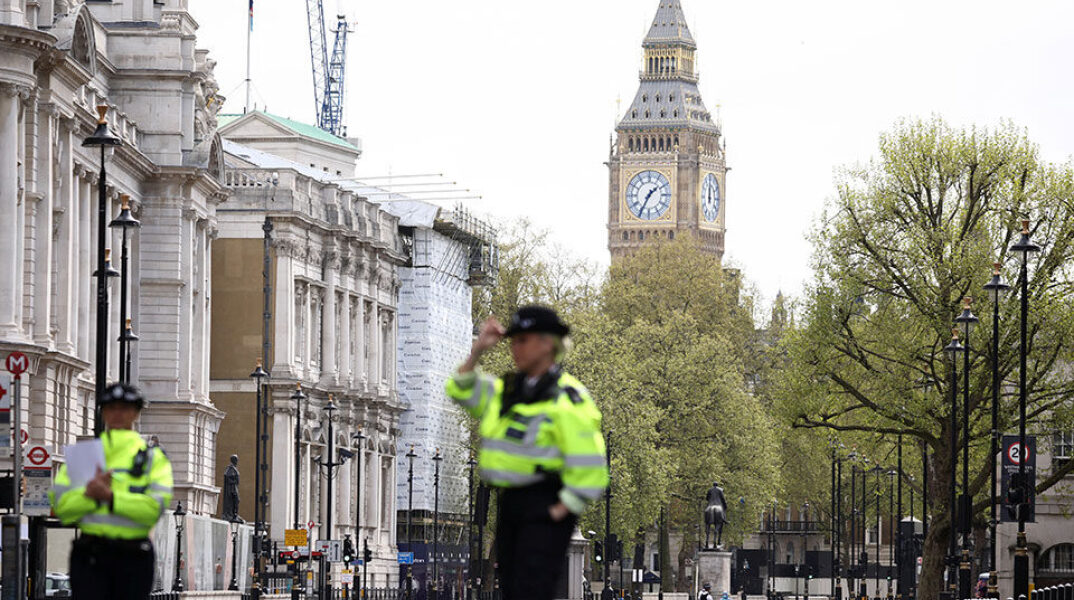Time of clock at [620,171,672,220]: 1:34
